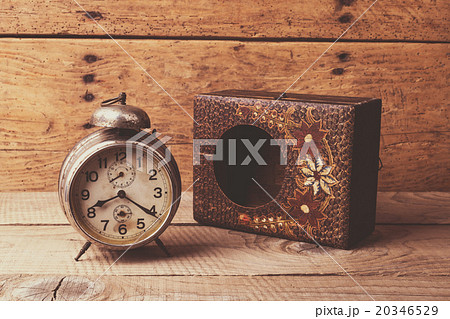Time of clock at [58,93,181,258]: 8:20
